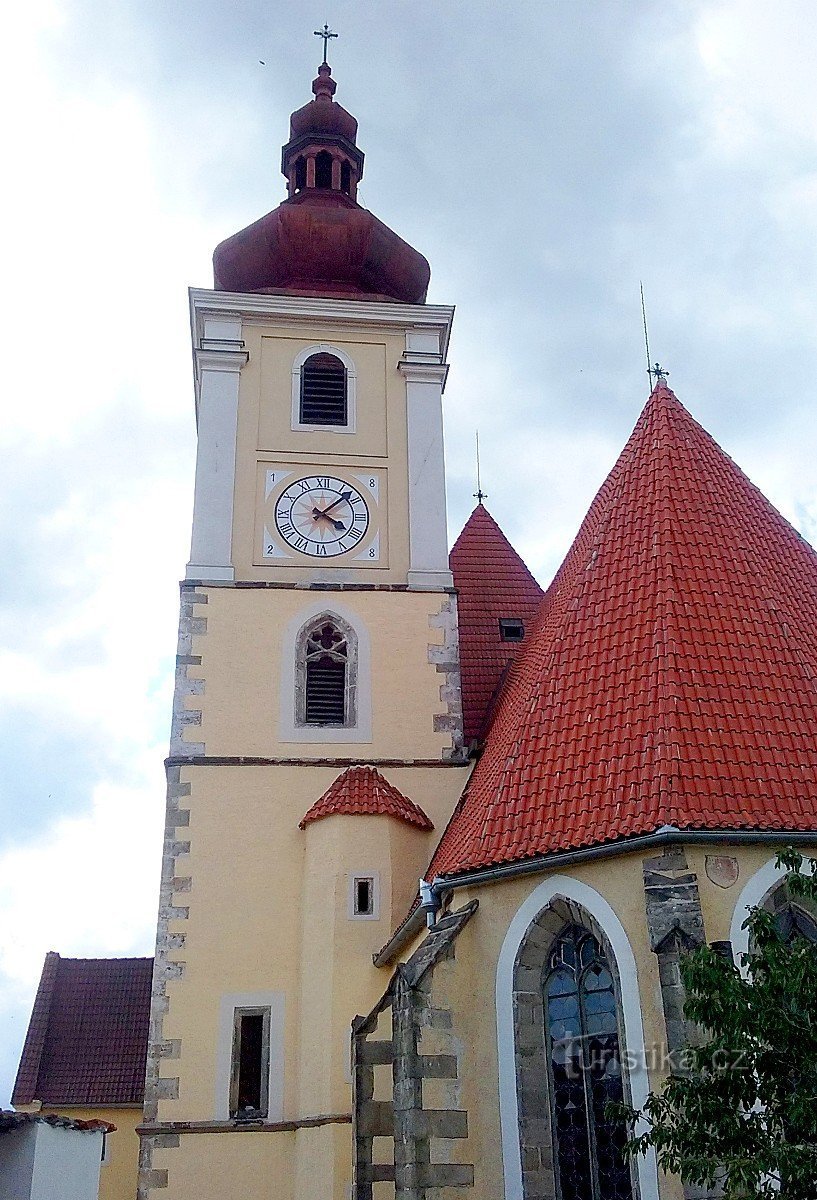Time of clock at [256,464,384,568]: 4:07
